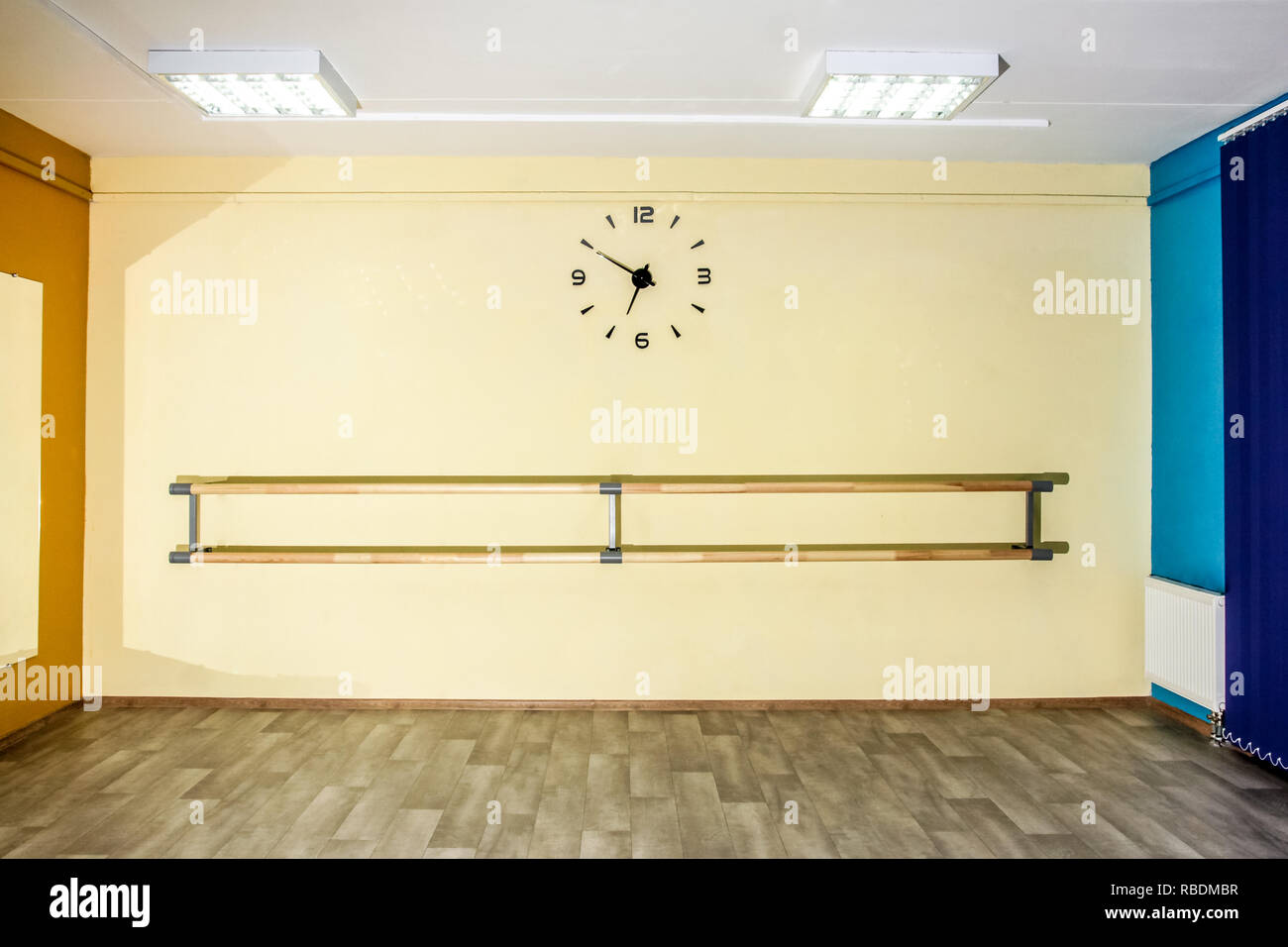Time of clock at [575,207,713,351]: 6:50
